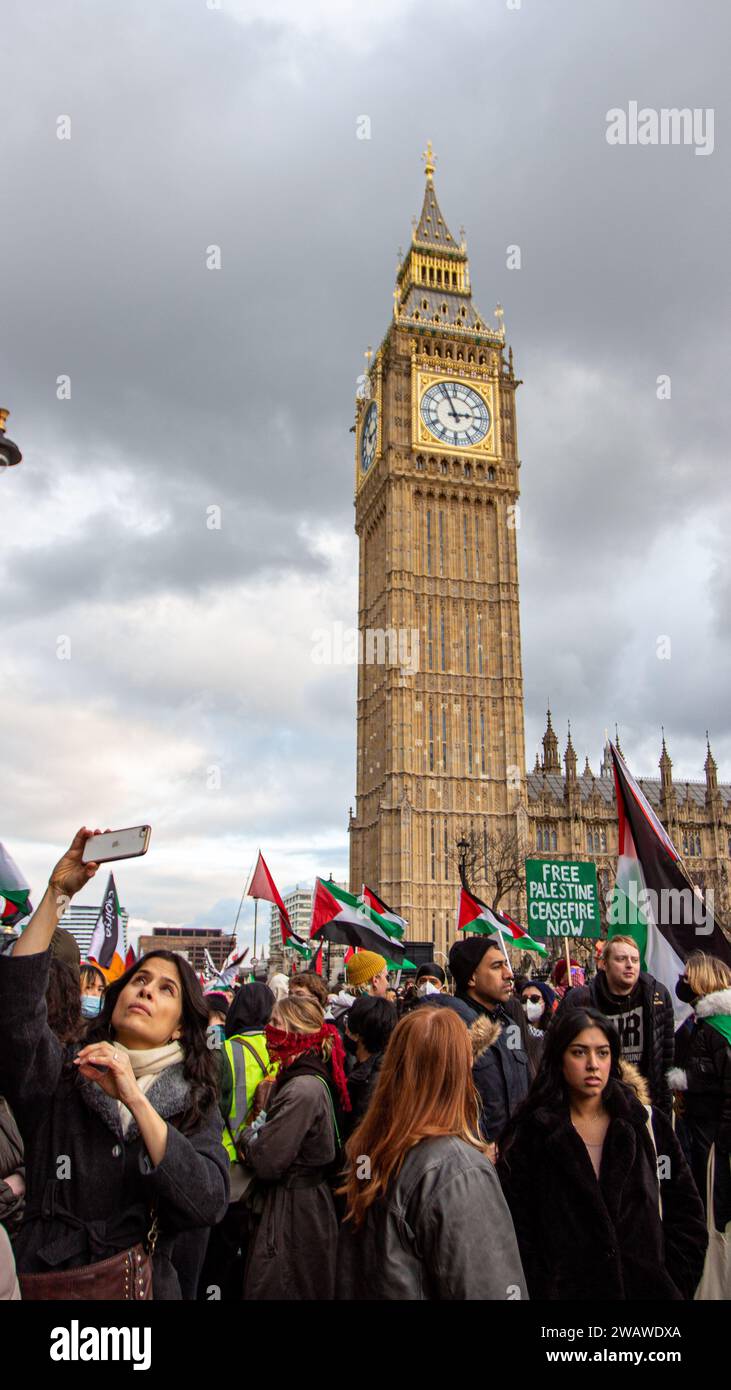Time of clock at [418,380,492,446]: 2:56
